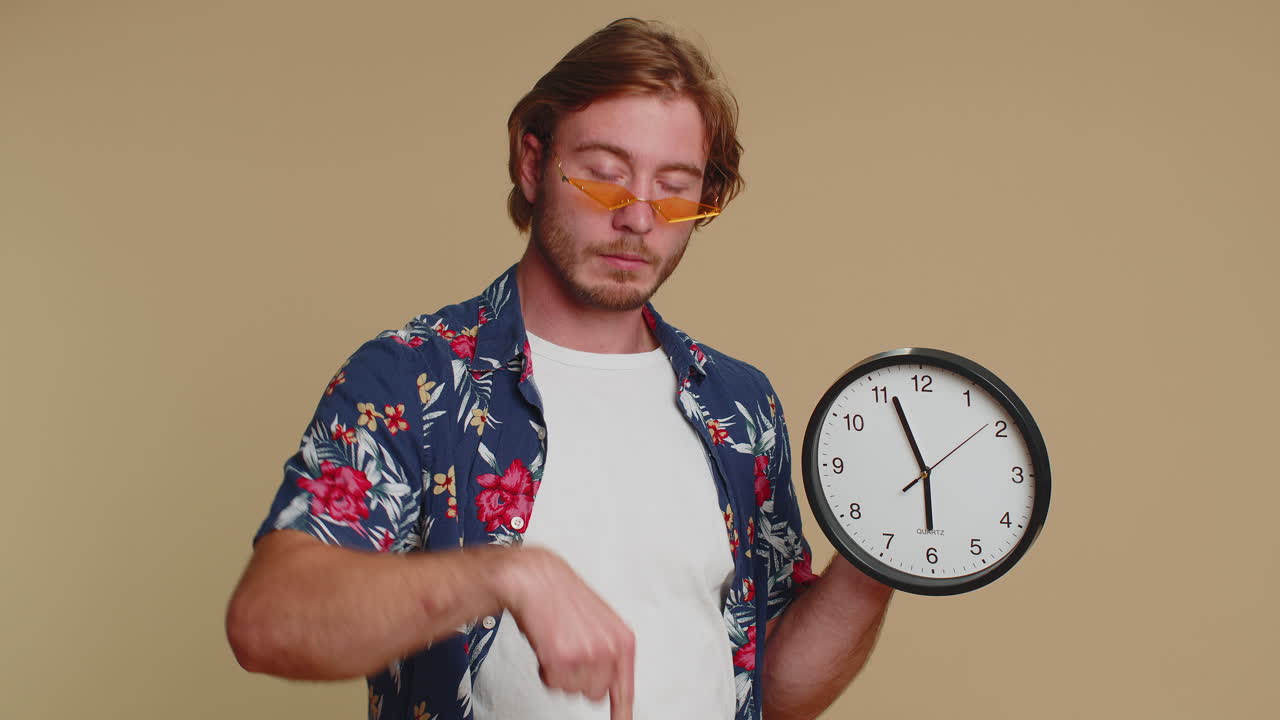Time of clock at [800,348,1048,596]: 5:56
